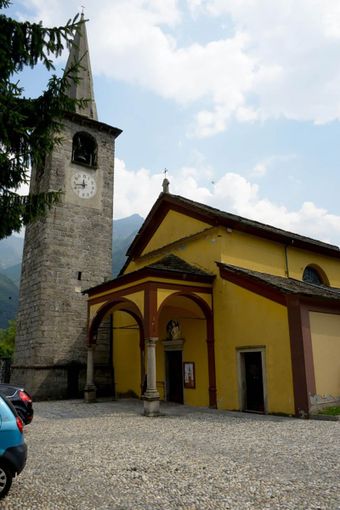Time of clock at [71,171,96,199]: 11:43
